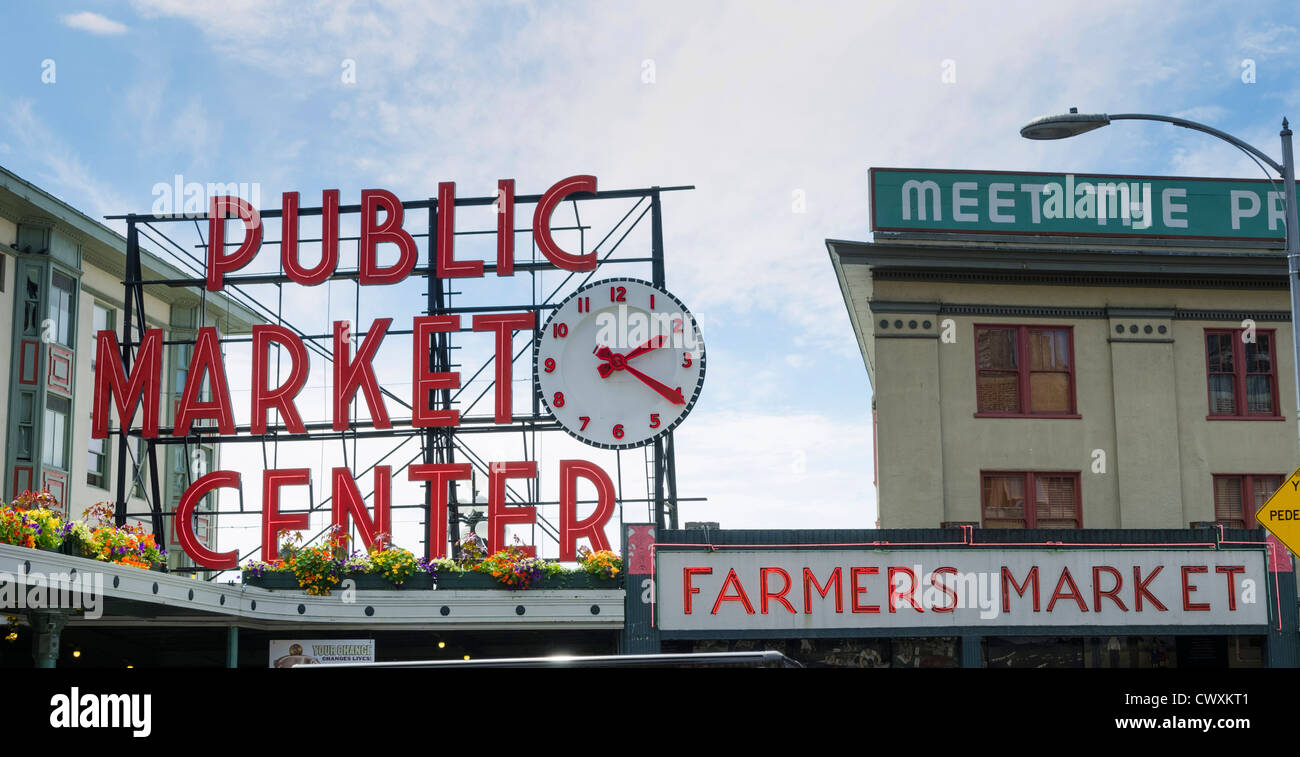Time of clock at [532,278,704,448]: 2:20
